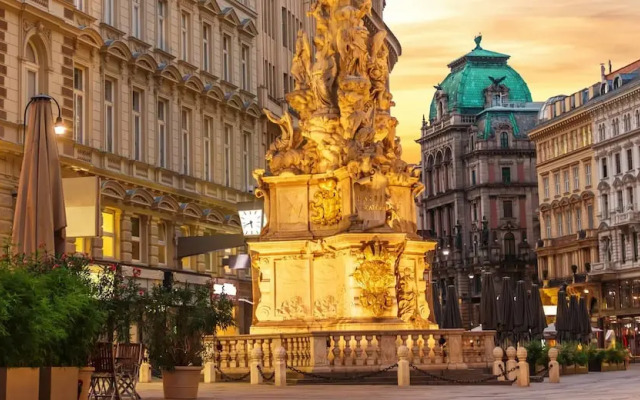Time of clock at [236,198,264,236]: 5:41
